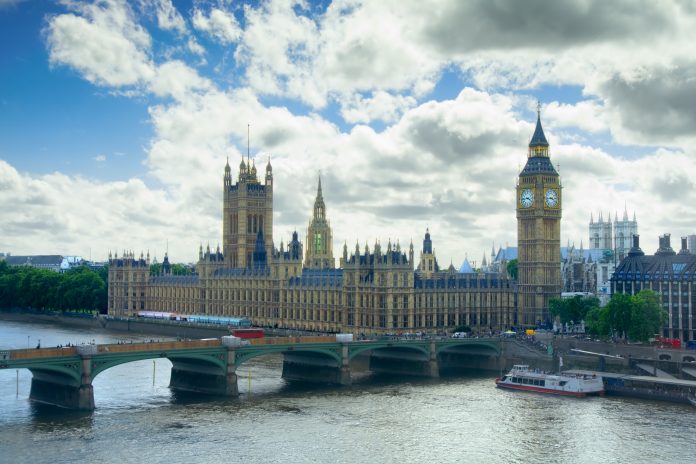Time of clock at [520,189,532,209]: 3:43
